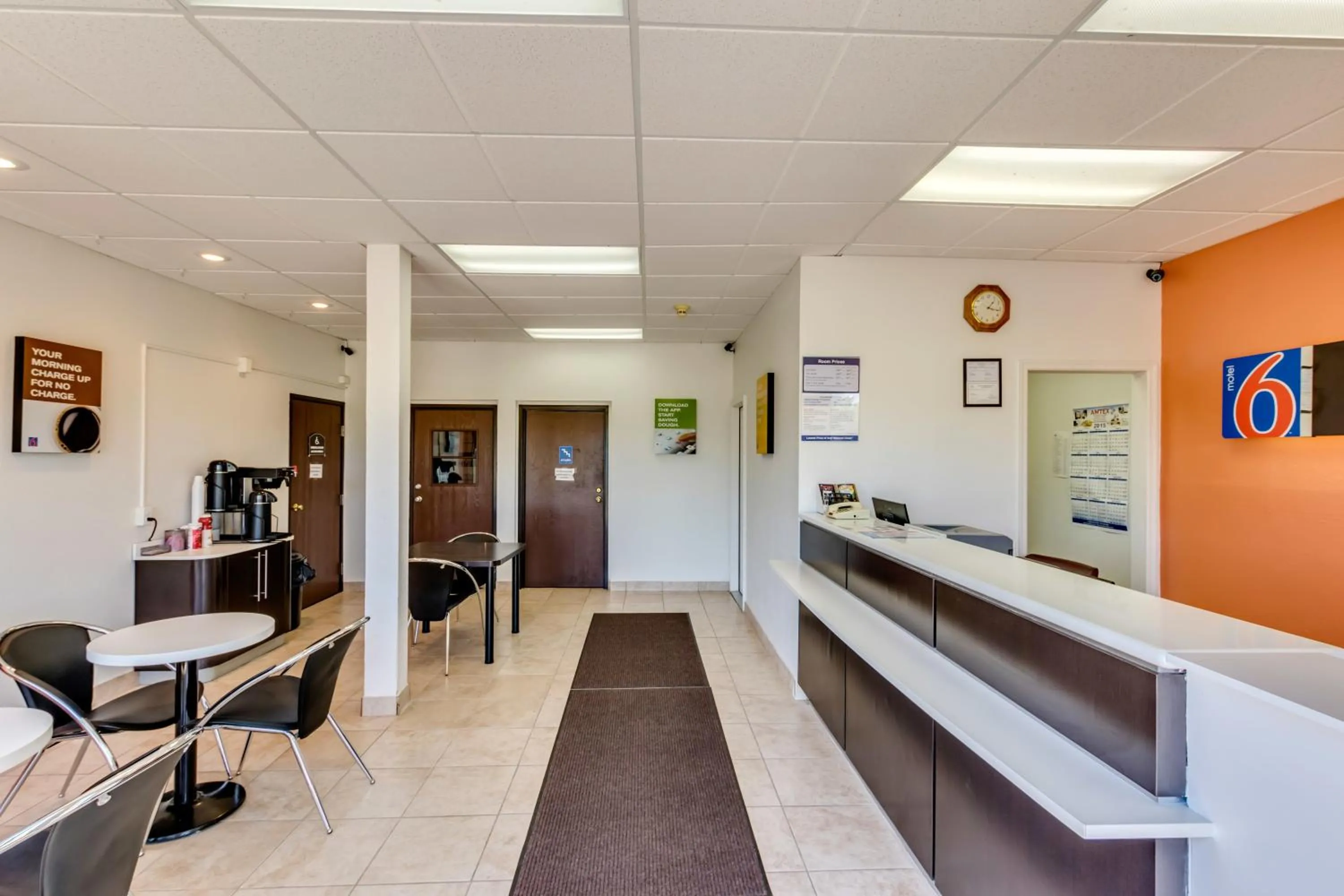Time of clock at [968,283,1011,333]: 1:16
